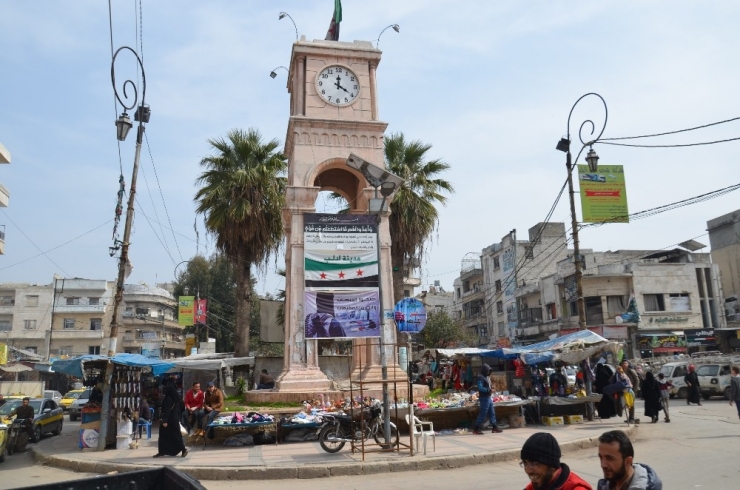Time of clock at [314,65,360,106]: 4:00
